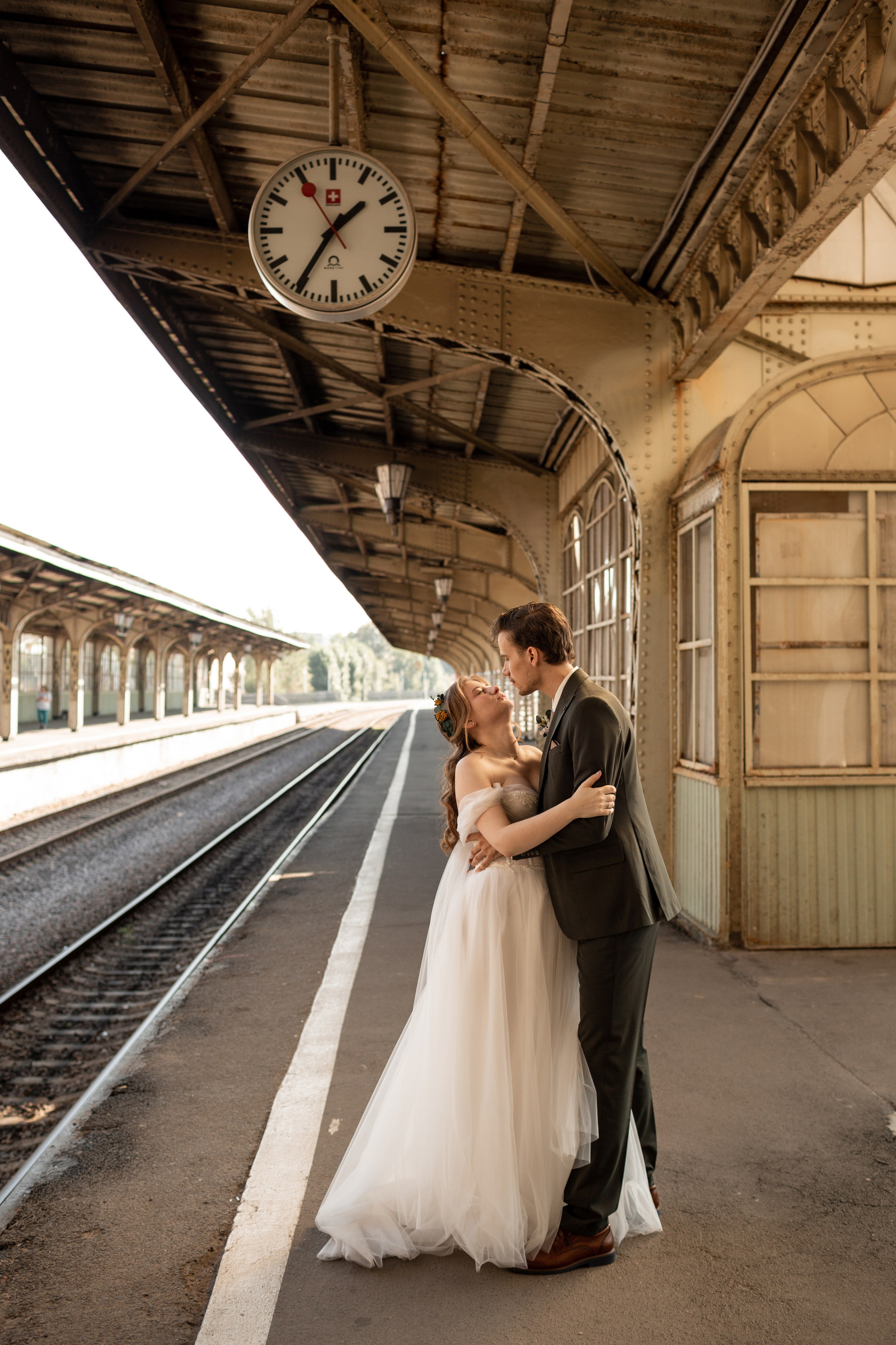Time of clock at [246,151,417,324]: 1:35
